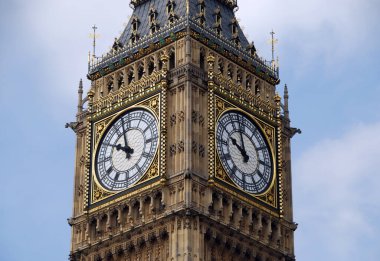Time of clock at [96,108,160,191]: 9:57
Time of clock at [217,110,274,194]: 9:57
